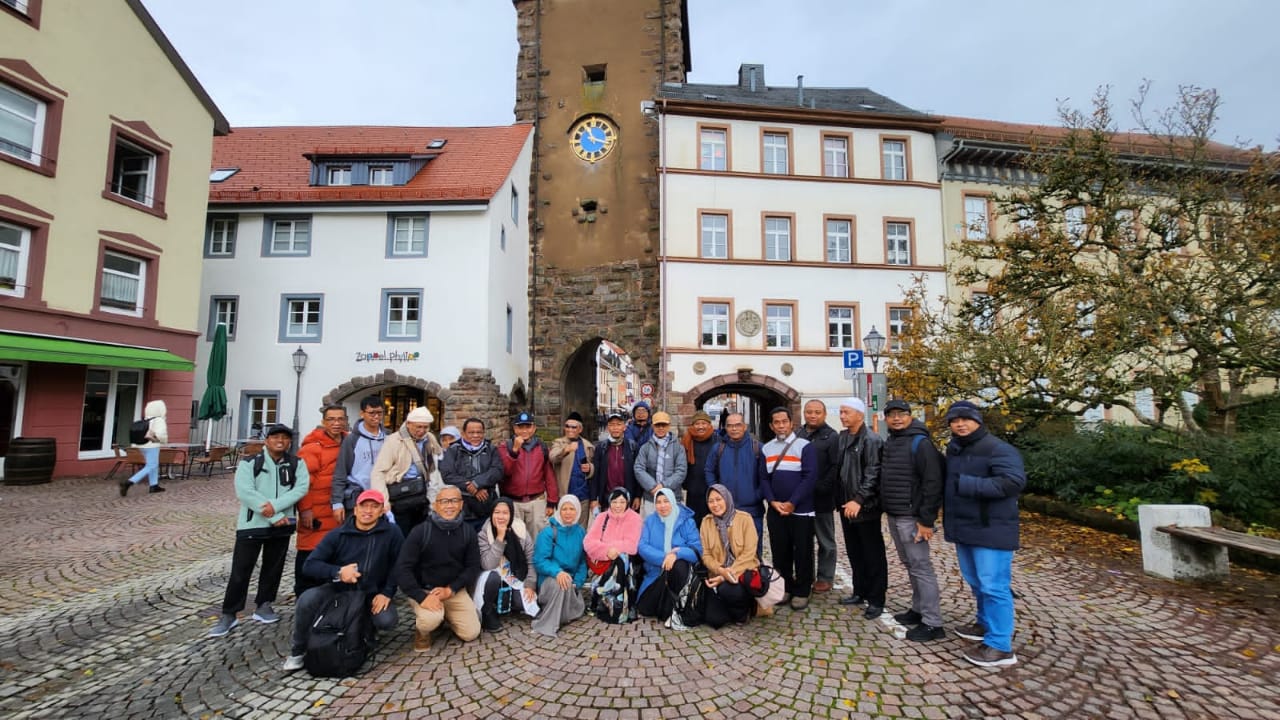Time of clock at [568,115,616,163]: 11:17
